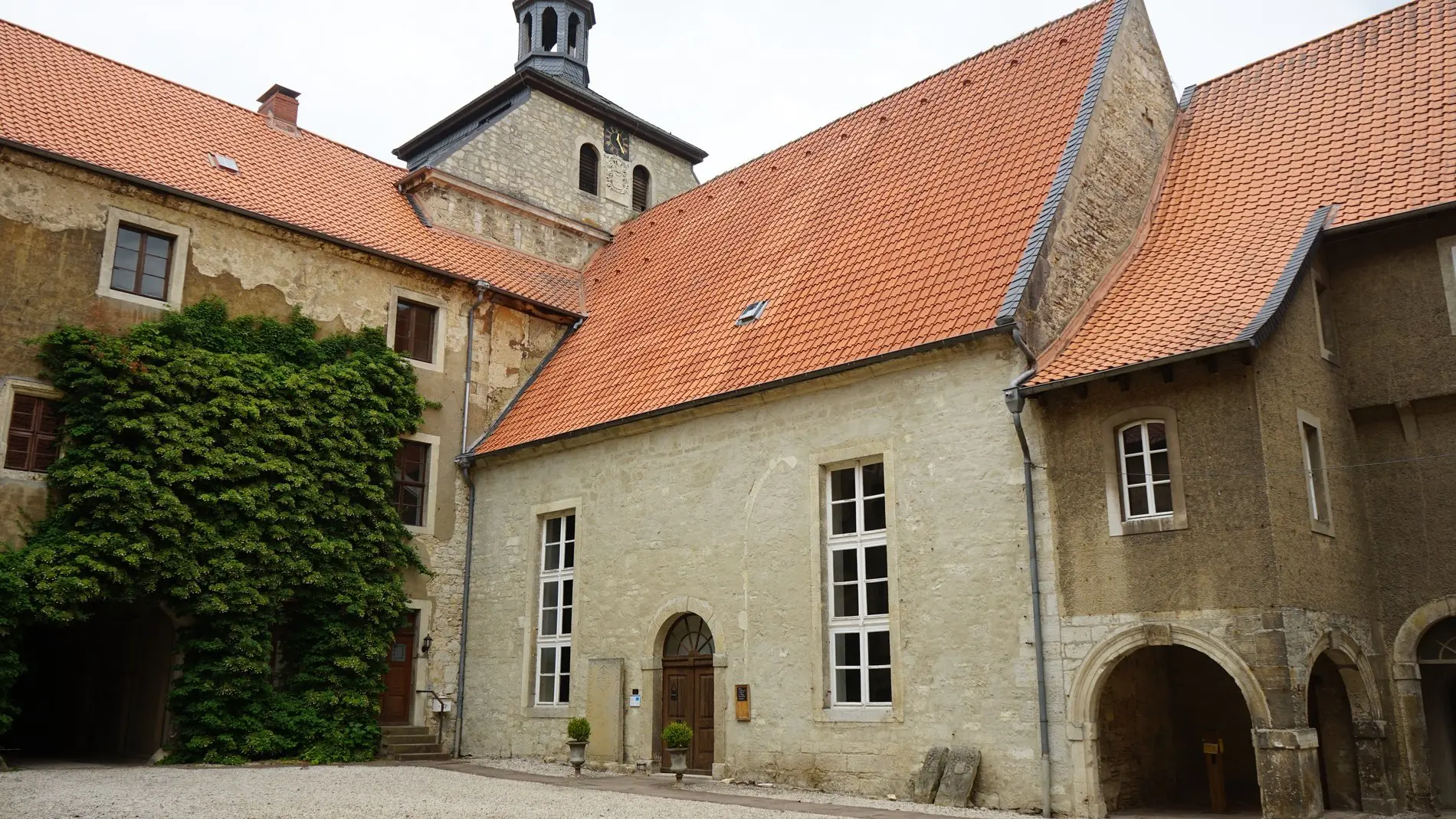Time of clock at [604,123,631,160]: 12:24
